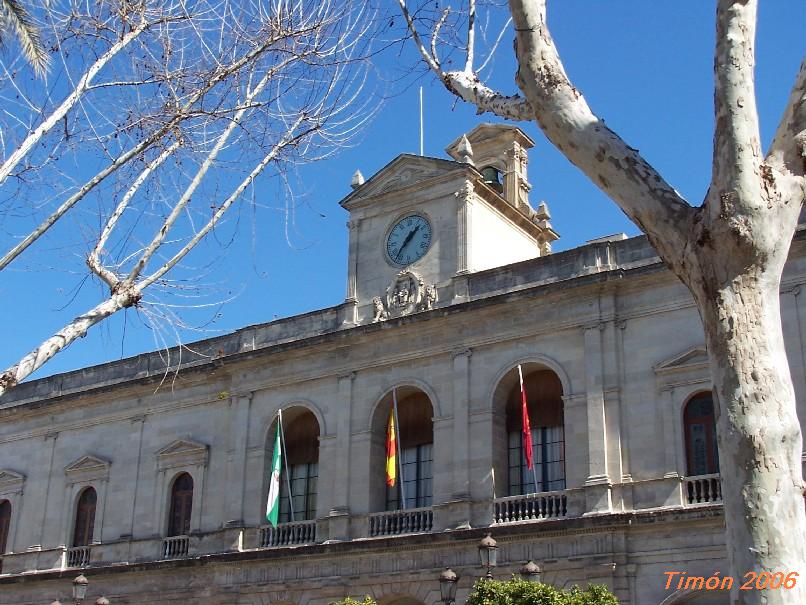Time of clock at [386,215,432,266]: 1:36
